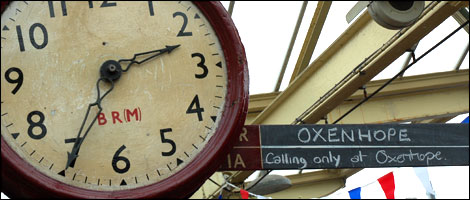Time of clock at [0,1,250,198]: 2:34
